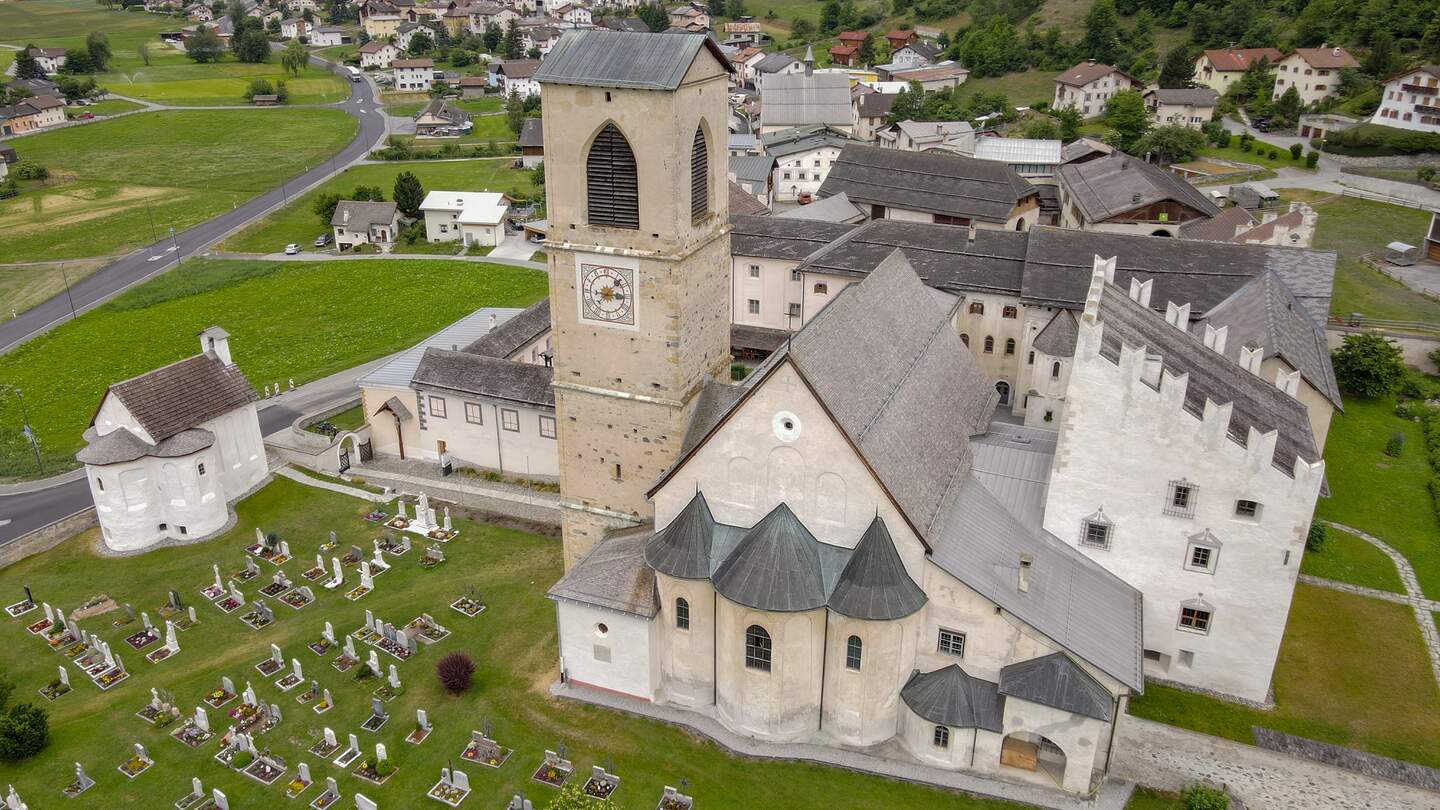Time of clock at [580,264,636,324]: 3:07
